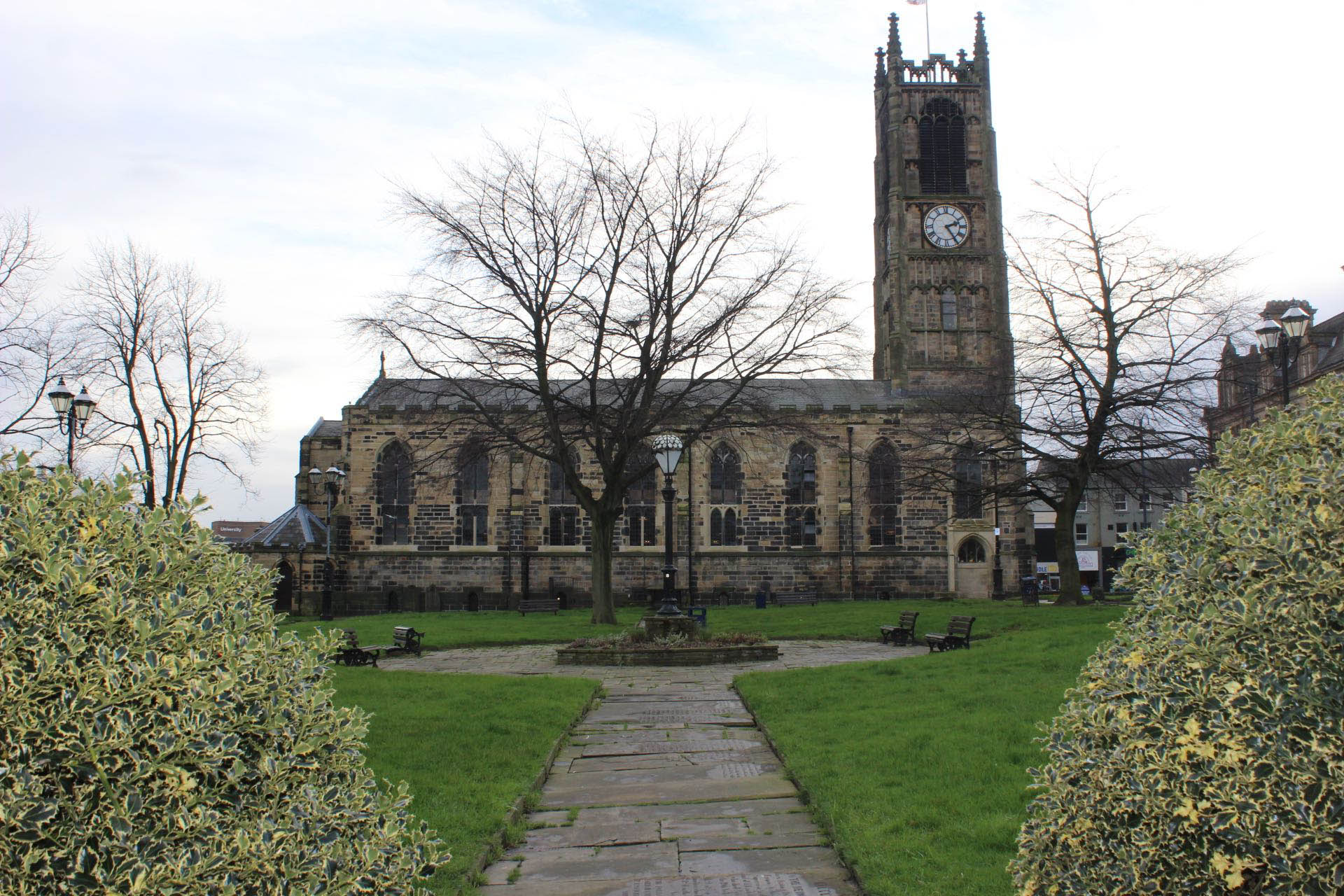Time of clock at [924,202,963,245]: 2:24
